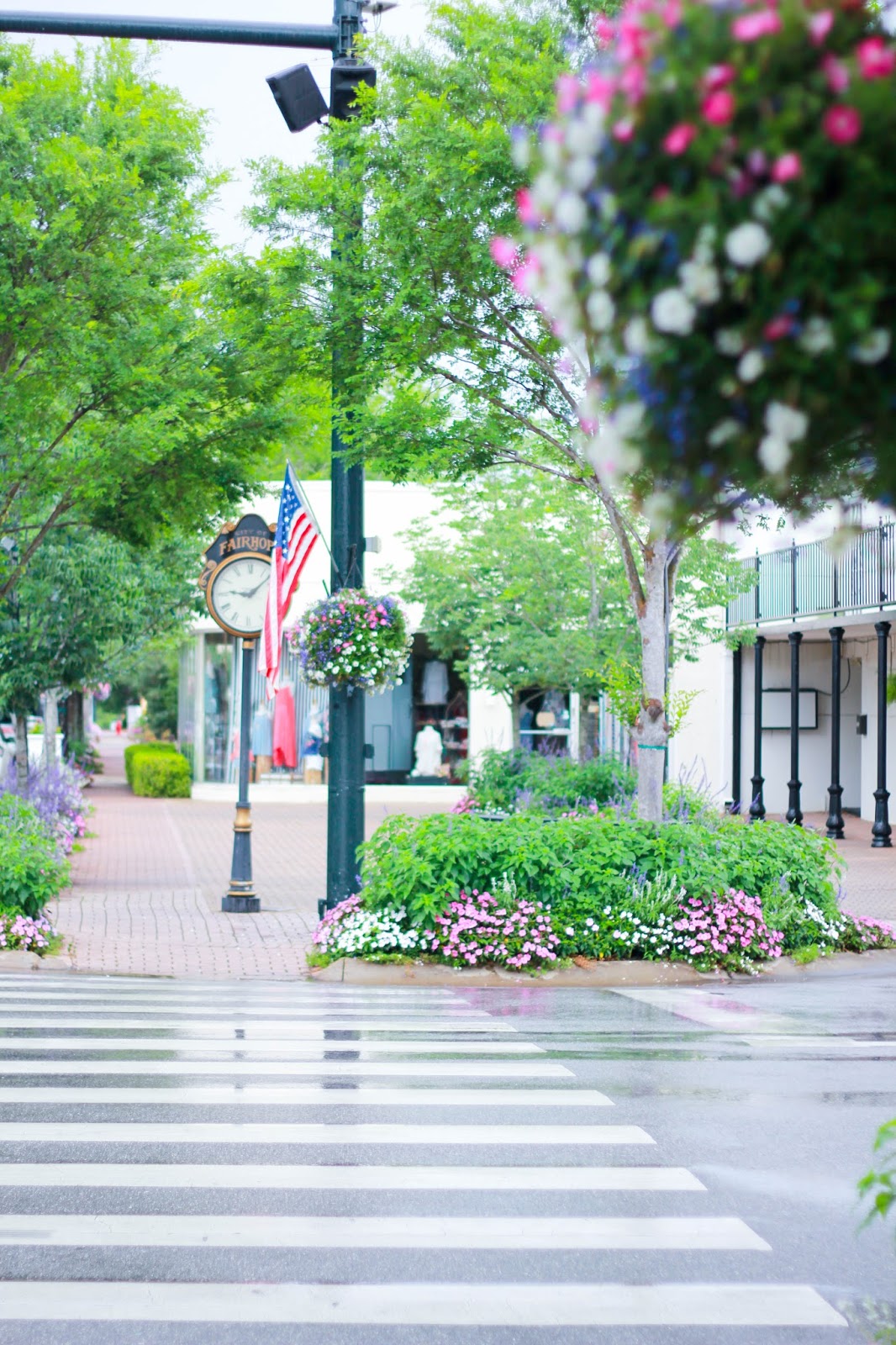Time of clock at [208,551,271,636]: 9:08
